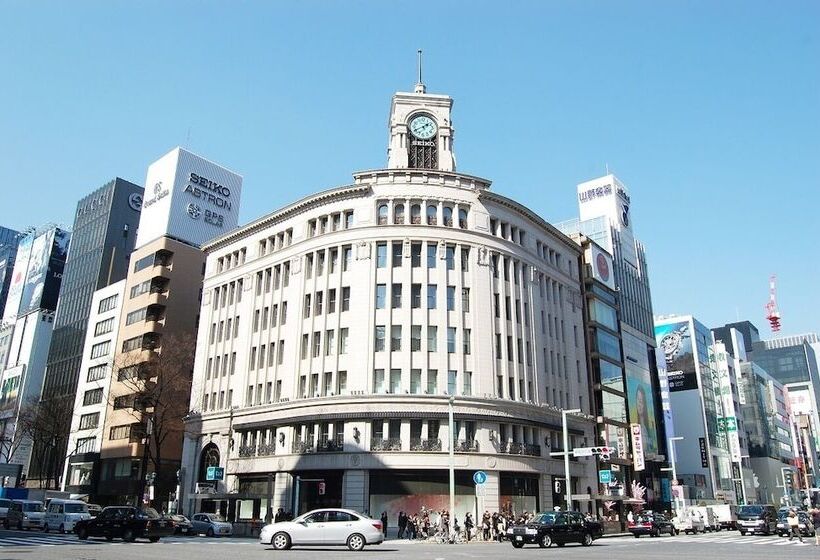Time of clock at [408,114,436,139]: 1:40
